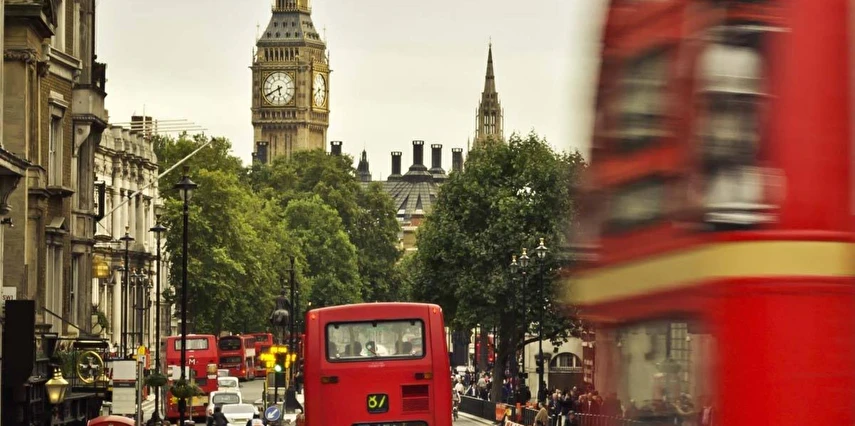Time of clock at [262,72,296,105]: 5:40
